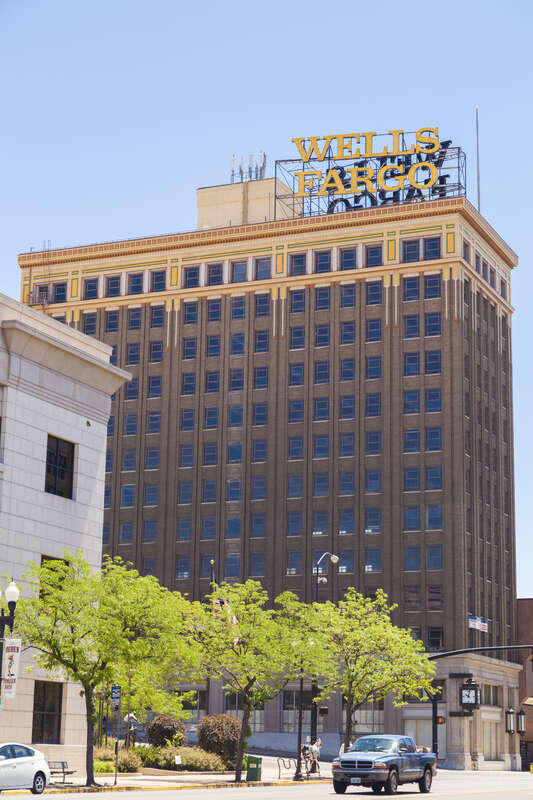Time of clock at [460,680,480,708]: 10:02
